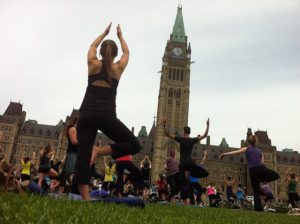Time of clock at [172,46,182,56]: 12:23
